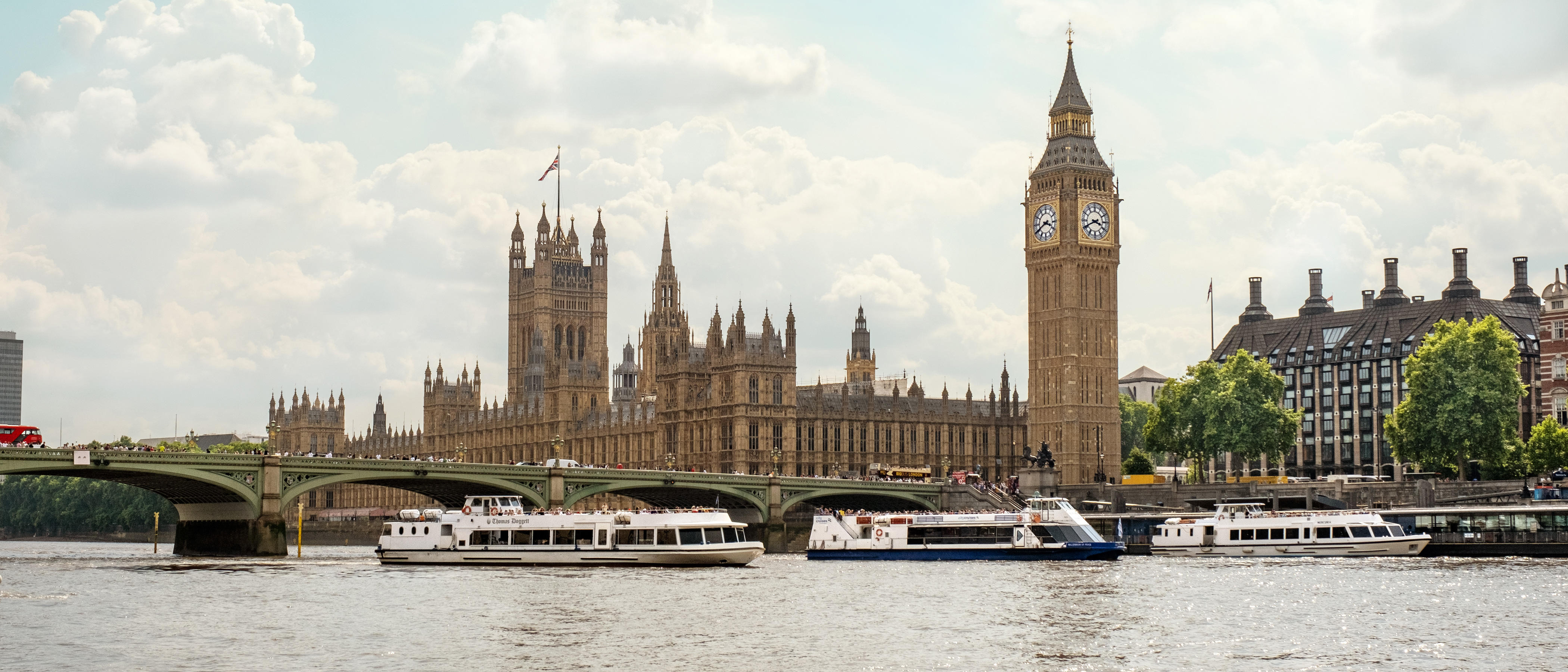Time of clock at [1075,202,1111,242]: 3:40
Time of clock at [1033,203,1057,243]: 3:40
